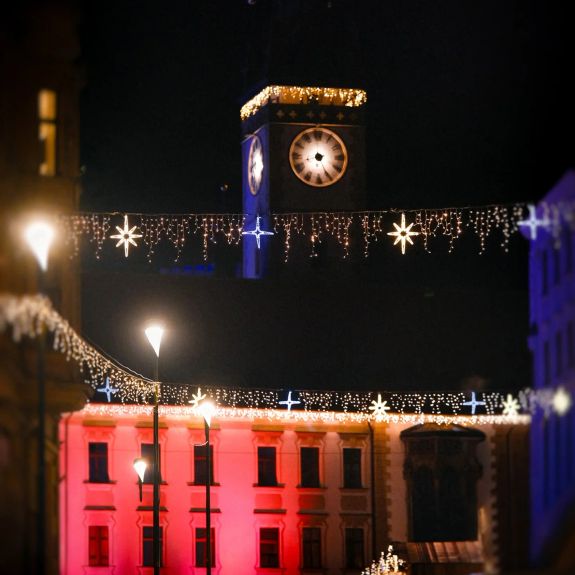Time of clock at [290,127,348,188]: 8:25
